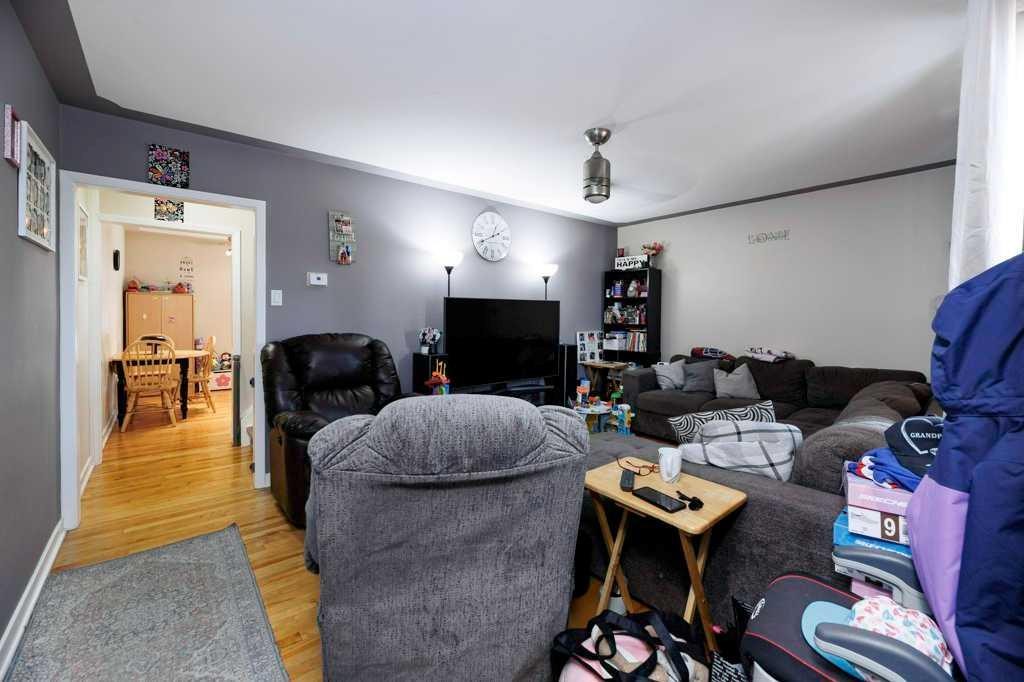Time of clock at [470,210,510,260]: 12:40
